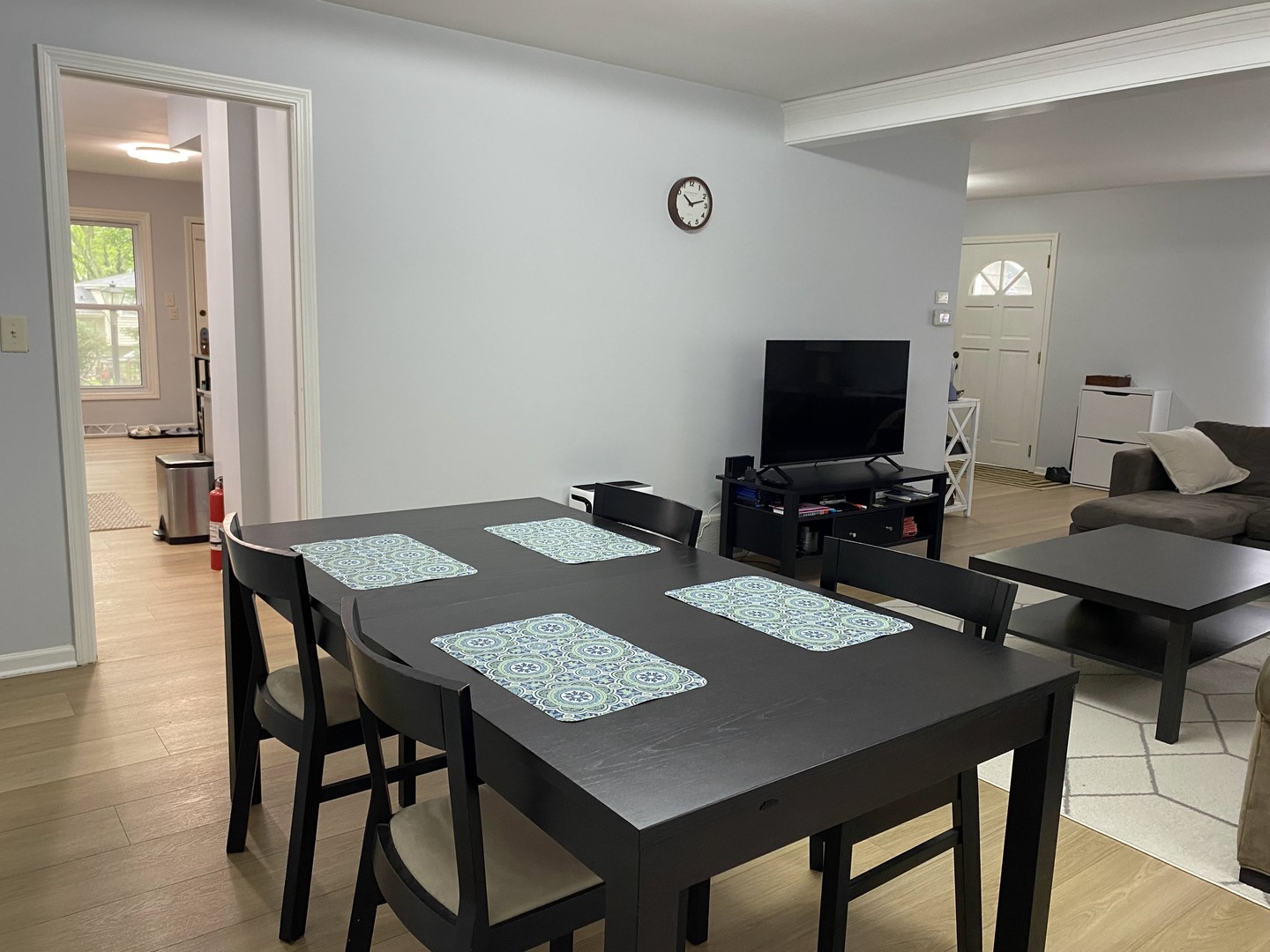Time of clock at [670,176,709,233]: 10:12
